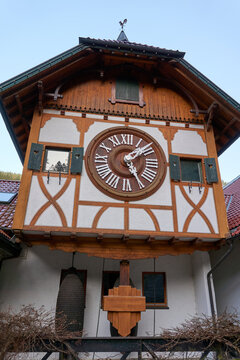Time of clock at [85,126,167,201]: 5:08
